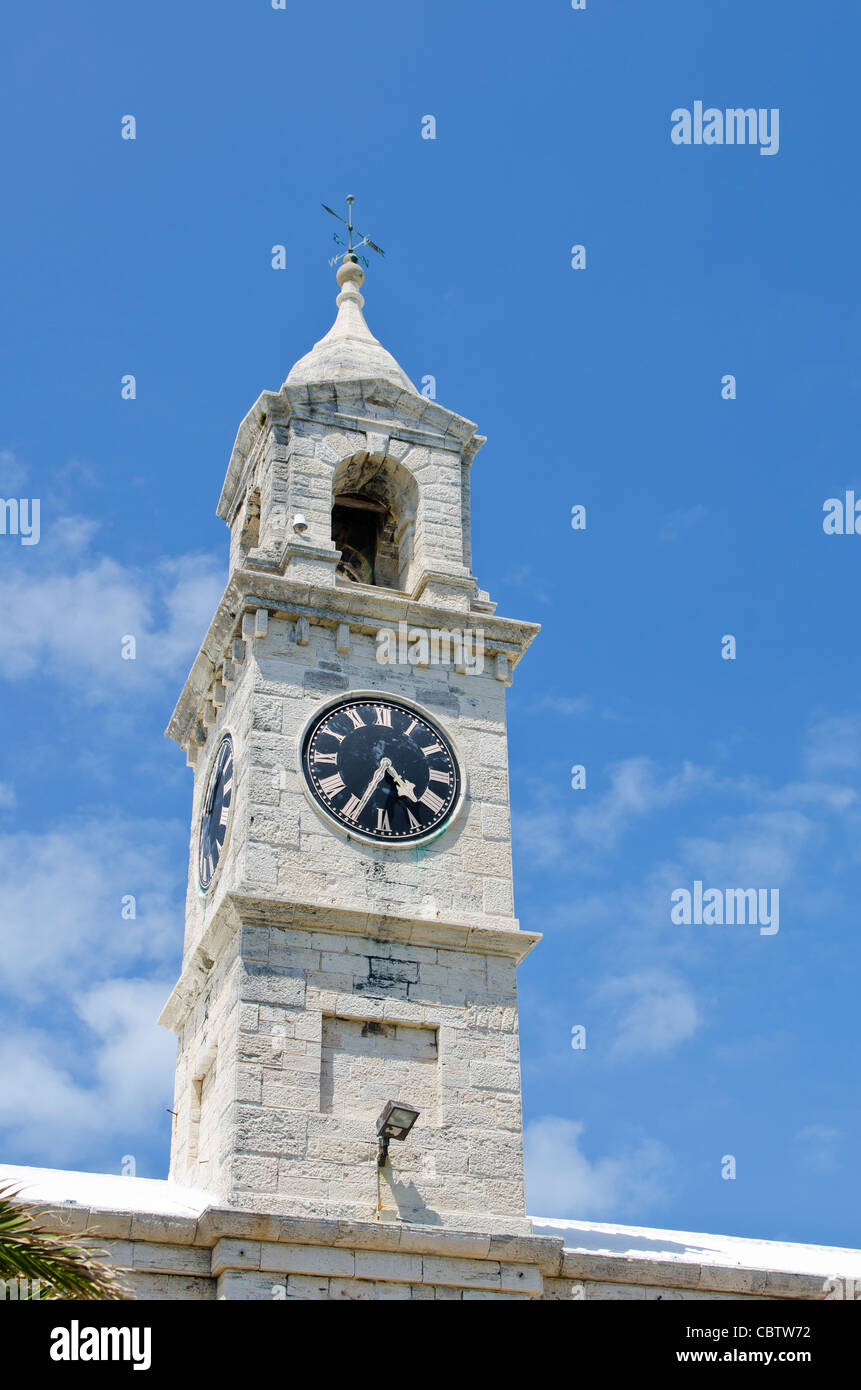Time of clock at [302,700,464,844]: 4:34
